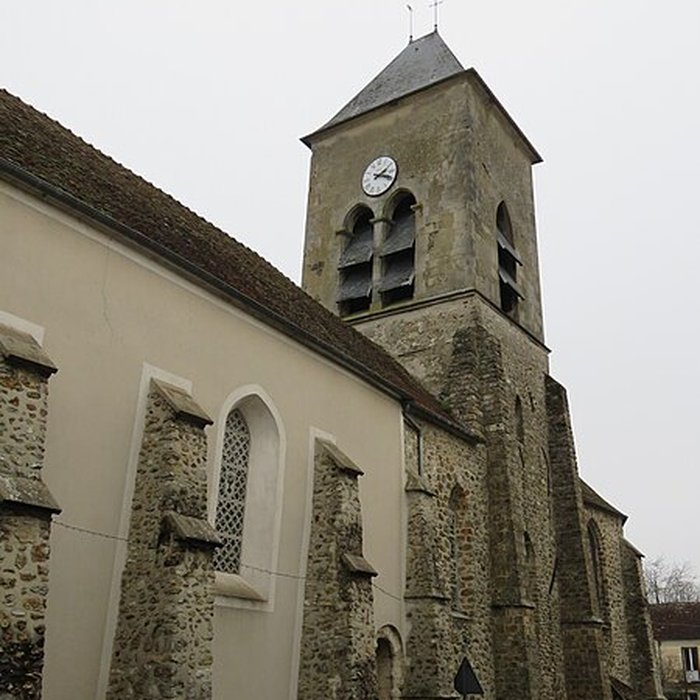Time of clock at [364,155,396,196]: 2:18
